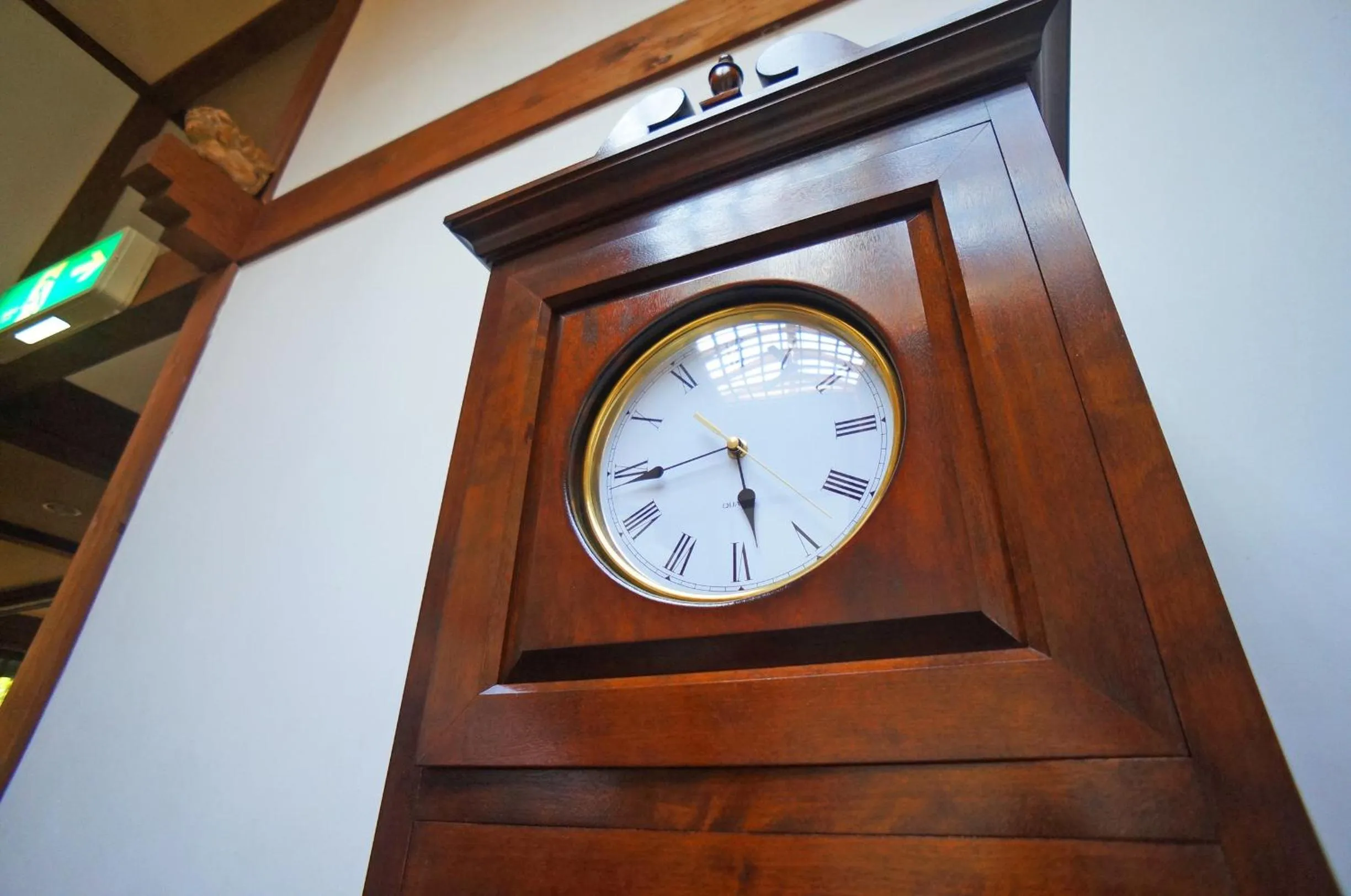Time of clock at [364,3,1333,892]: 5:45
